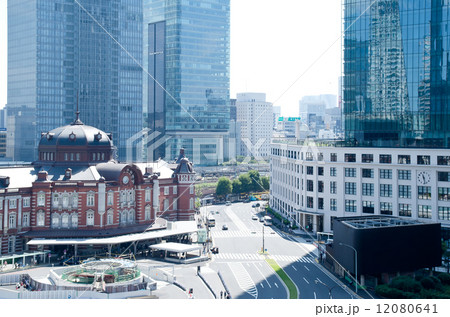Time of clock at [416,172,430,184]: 11:28
